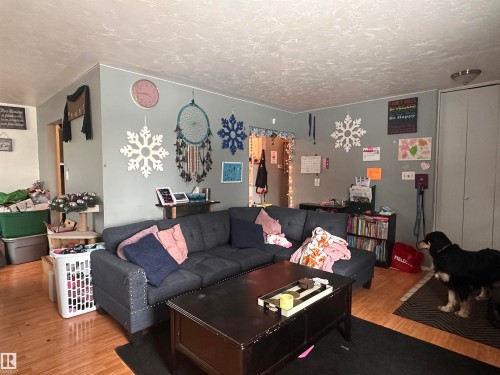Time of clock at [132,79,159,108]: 3:43
